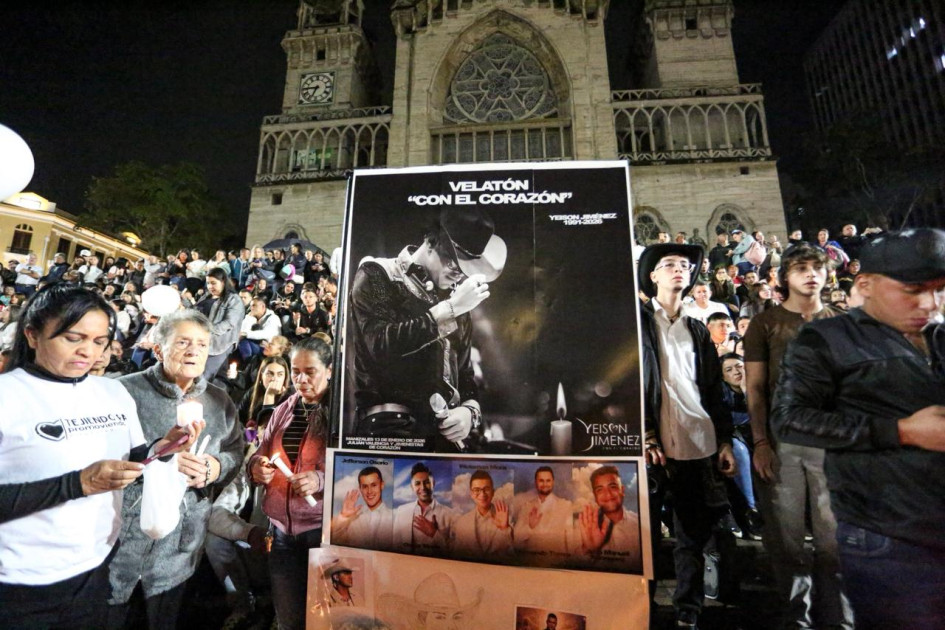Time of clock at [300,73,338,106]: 6:44
